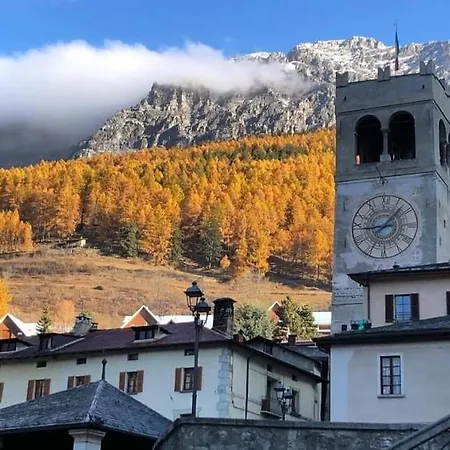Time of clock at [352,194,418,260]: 1:44
